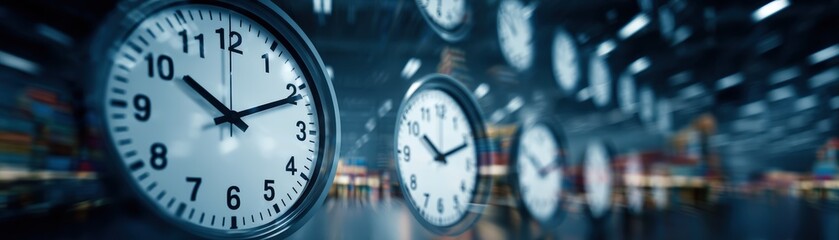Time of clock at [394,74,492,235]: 10:11
